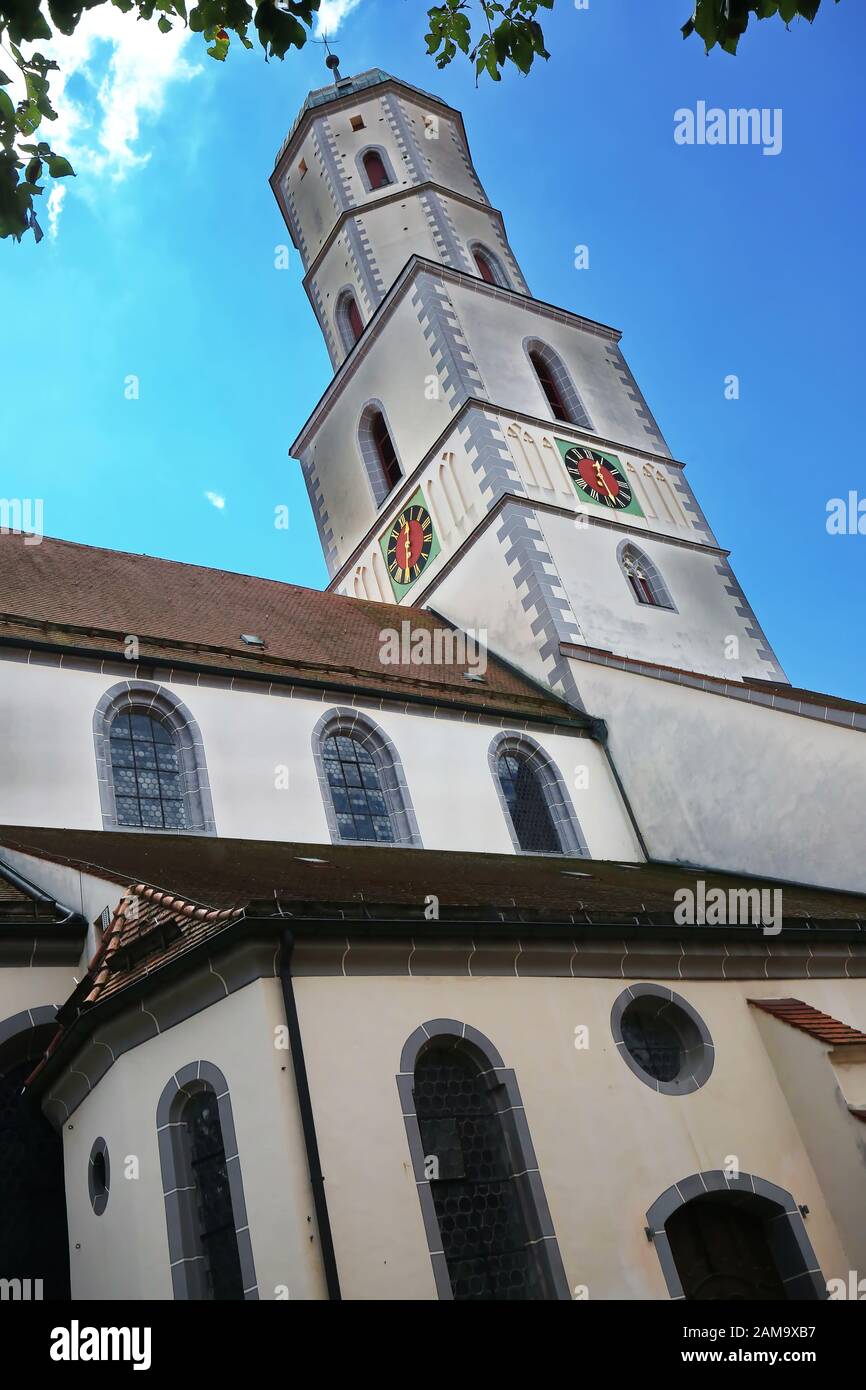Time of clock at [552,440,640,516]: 12:27
